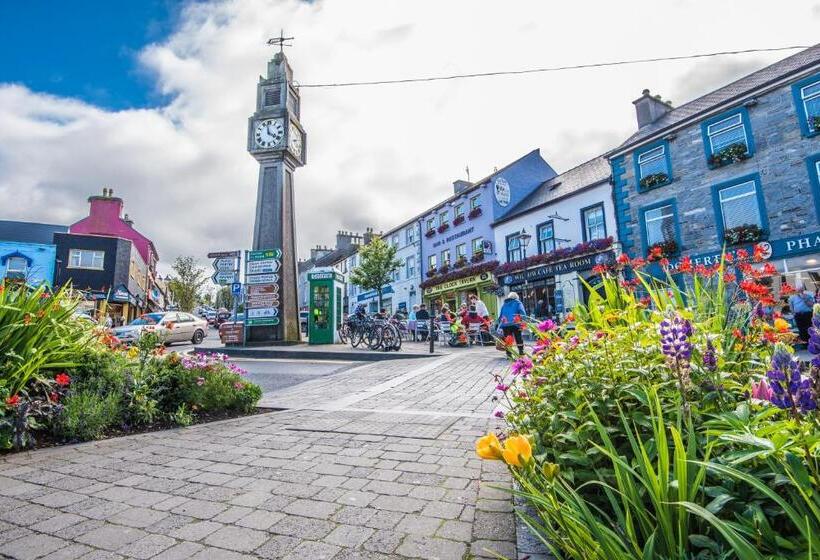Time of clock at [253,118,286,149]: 3:58
